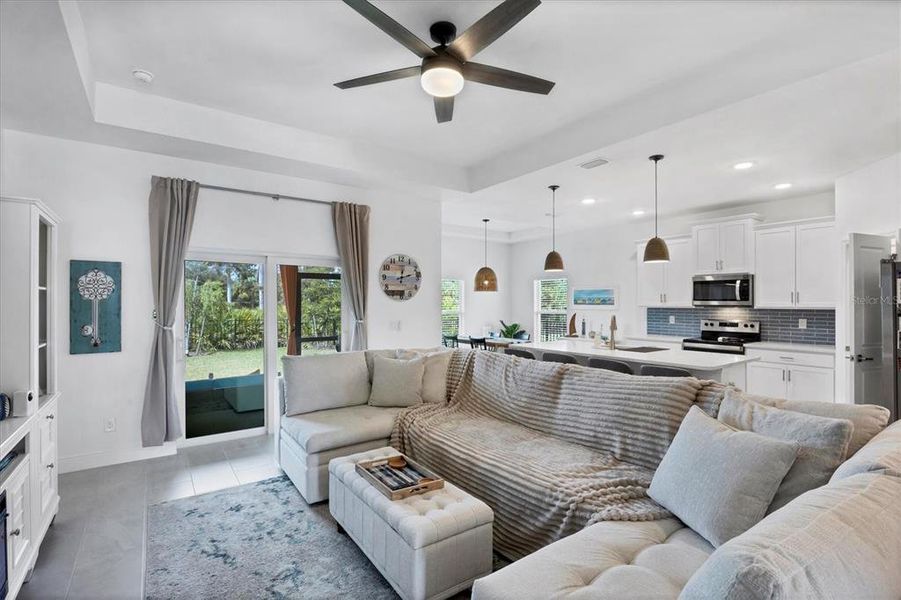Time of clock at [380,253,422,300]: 12:12
